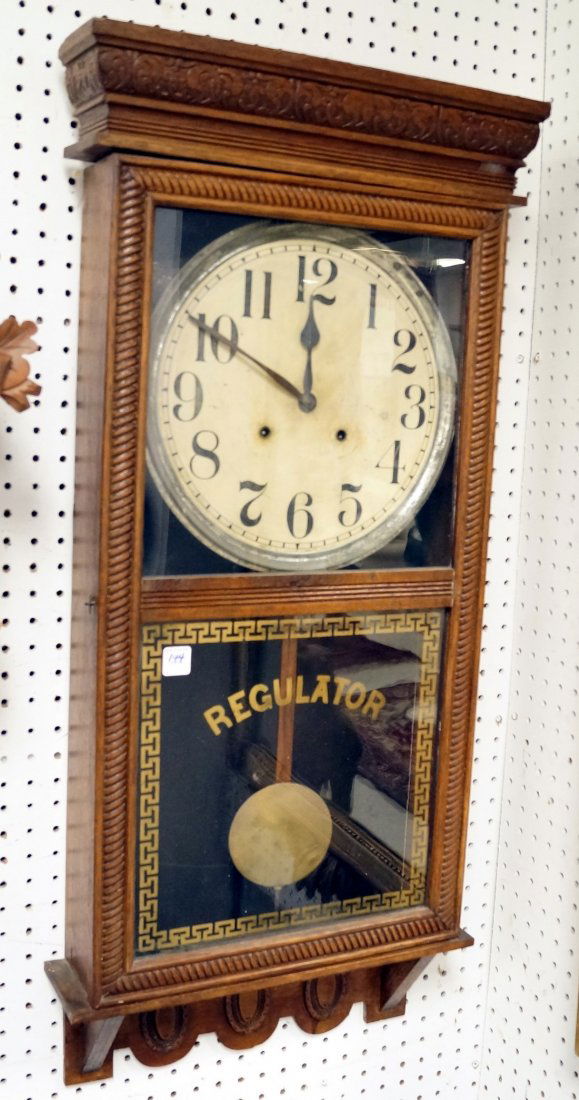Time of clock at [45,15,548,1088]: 11:50
